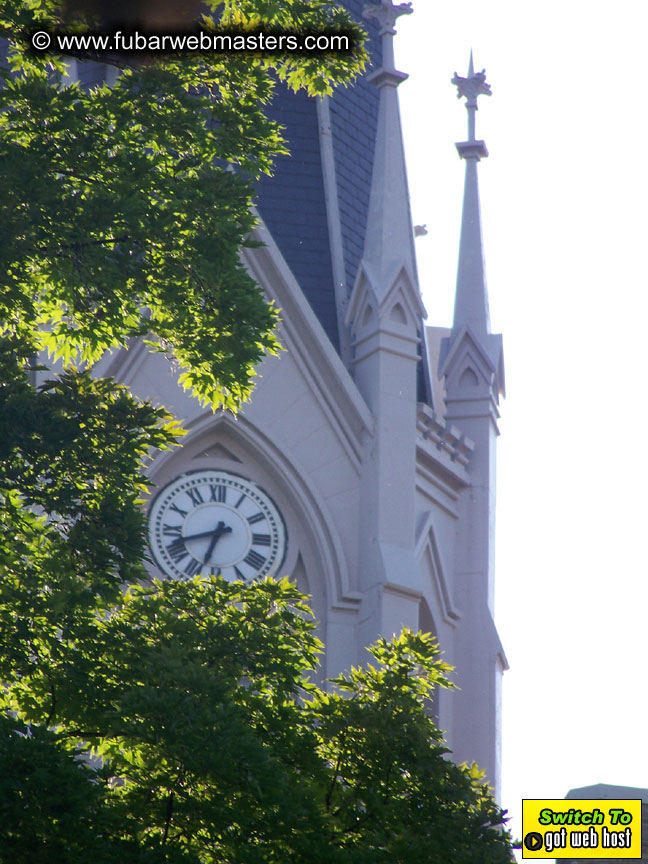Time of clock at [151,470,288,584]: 6:42
